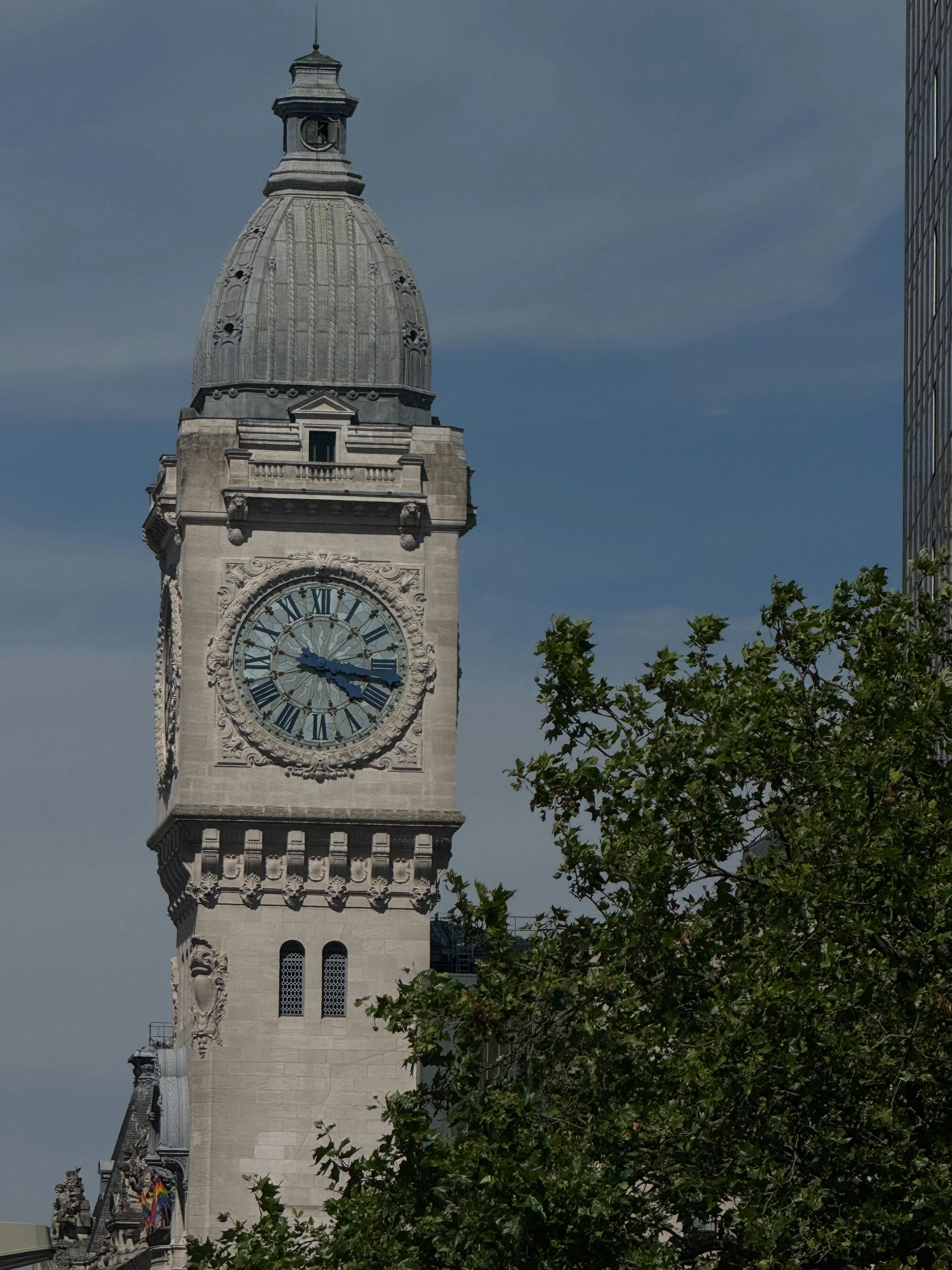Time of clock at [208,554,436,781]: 4:16
